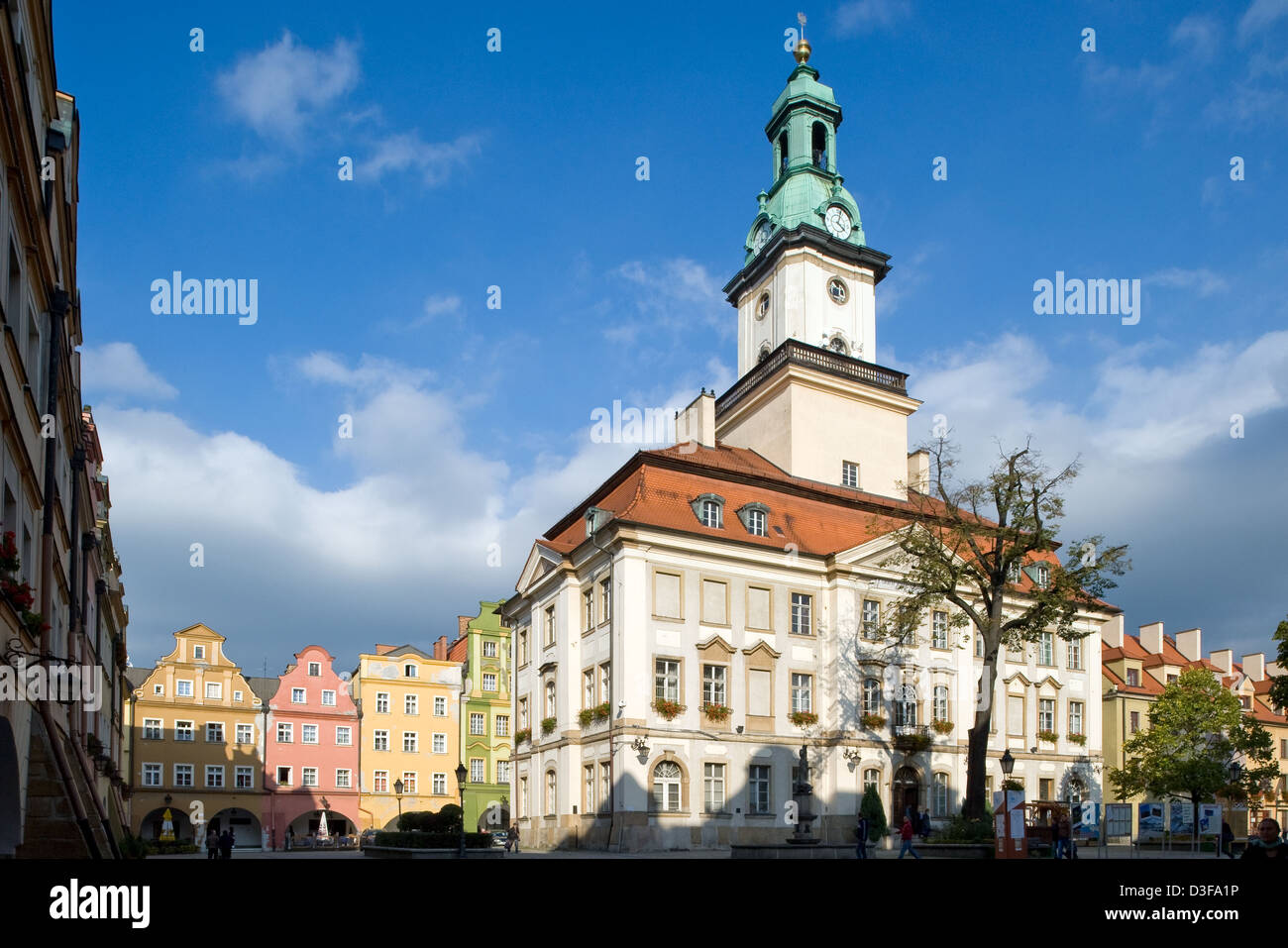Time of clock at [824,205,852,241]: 4:02
